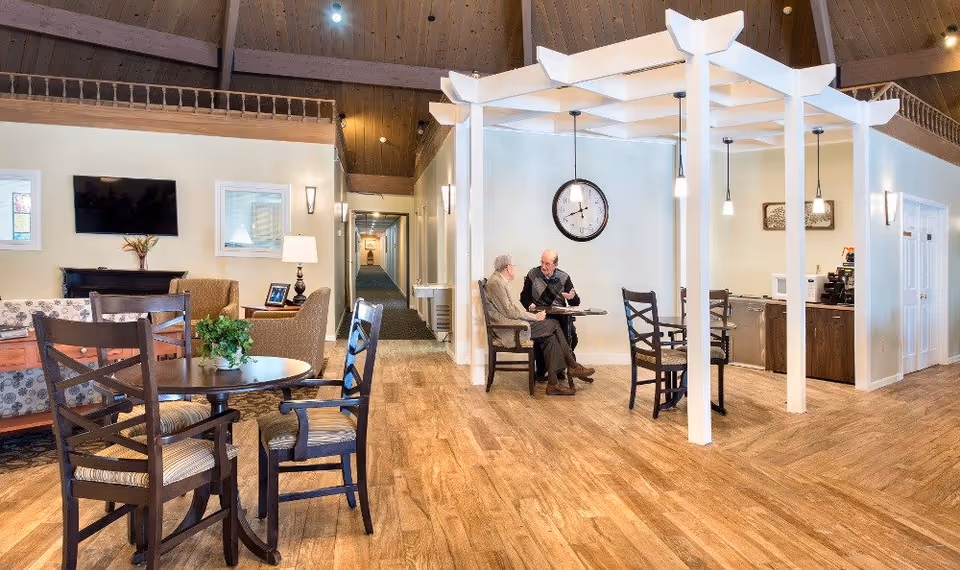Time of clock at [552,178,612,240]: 5:41
